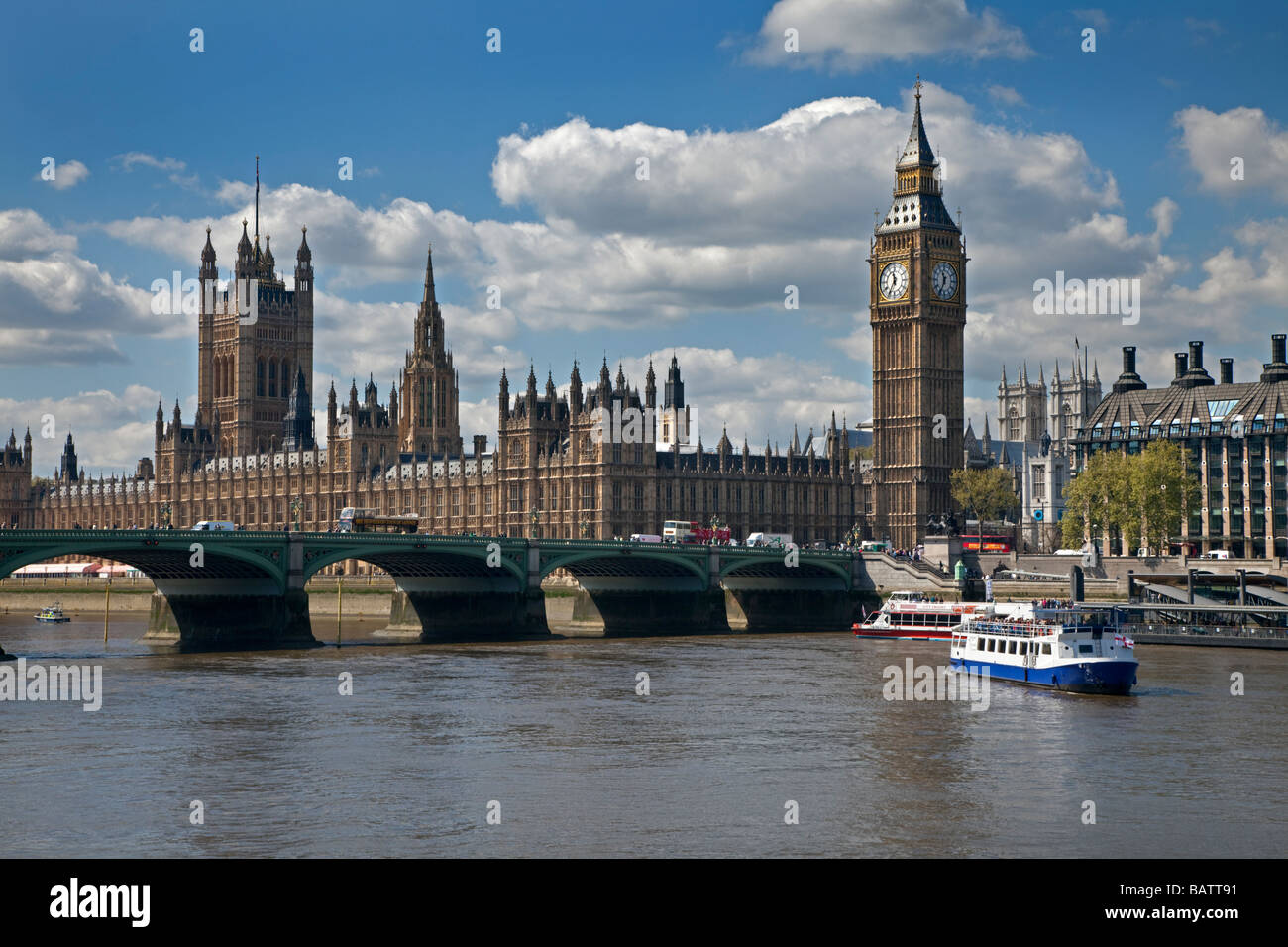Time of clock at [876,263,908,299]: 11:35
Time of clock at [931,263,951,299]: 11:34
